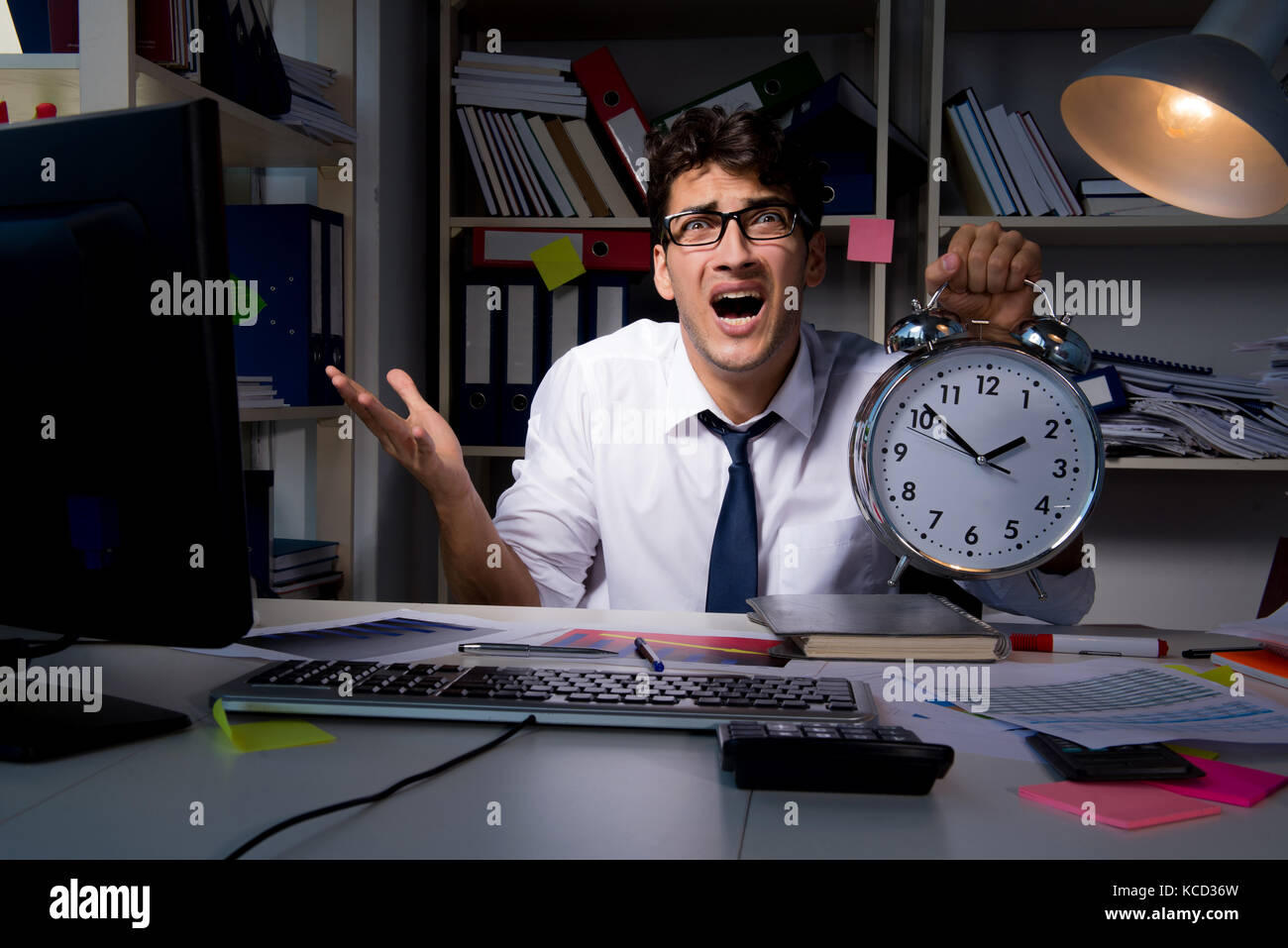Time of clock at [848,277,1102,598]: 1:51
